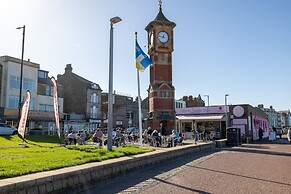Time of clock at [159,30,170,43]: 12:46
